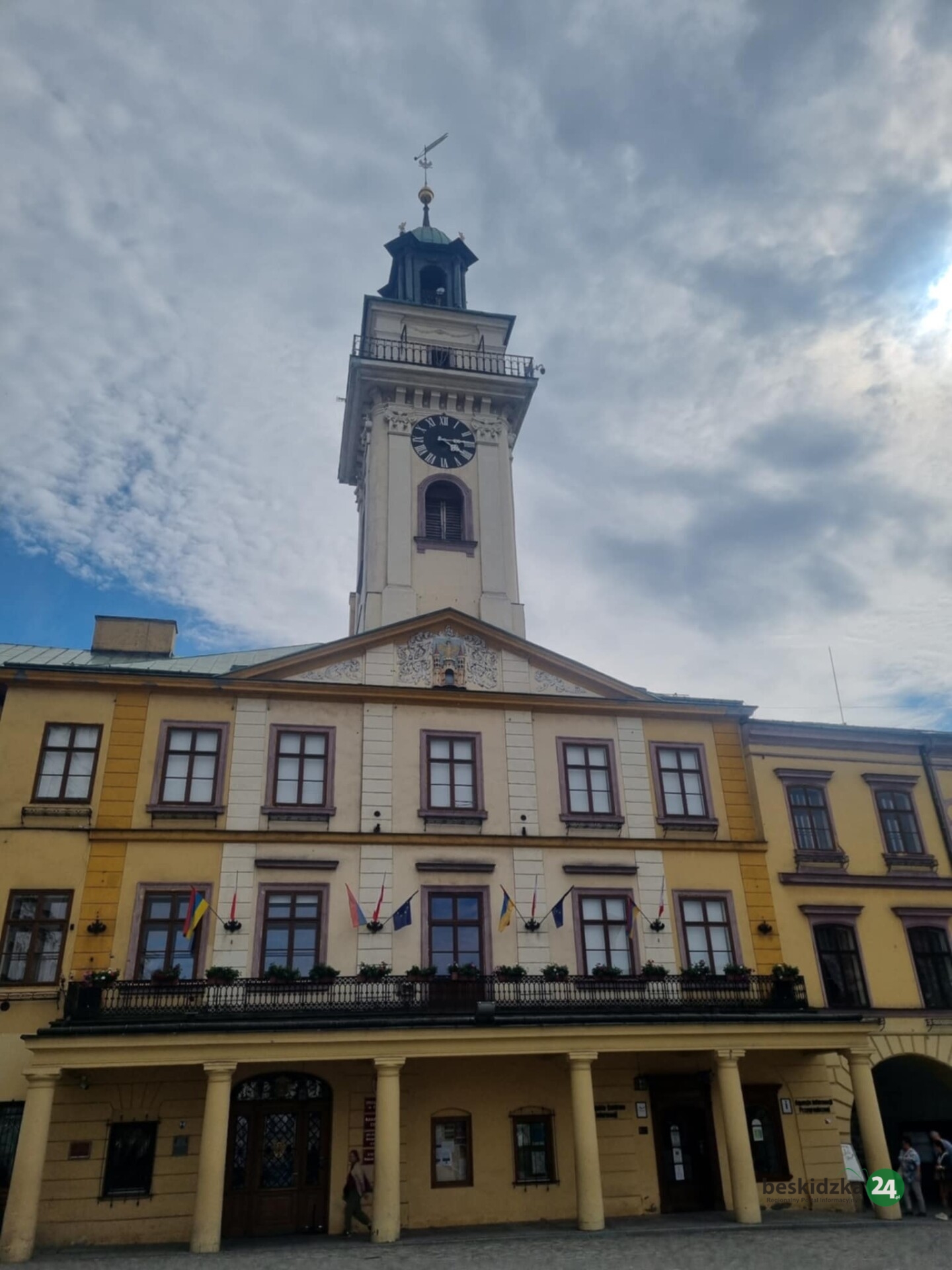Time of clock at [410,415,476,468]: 4:14
